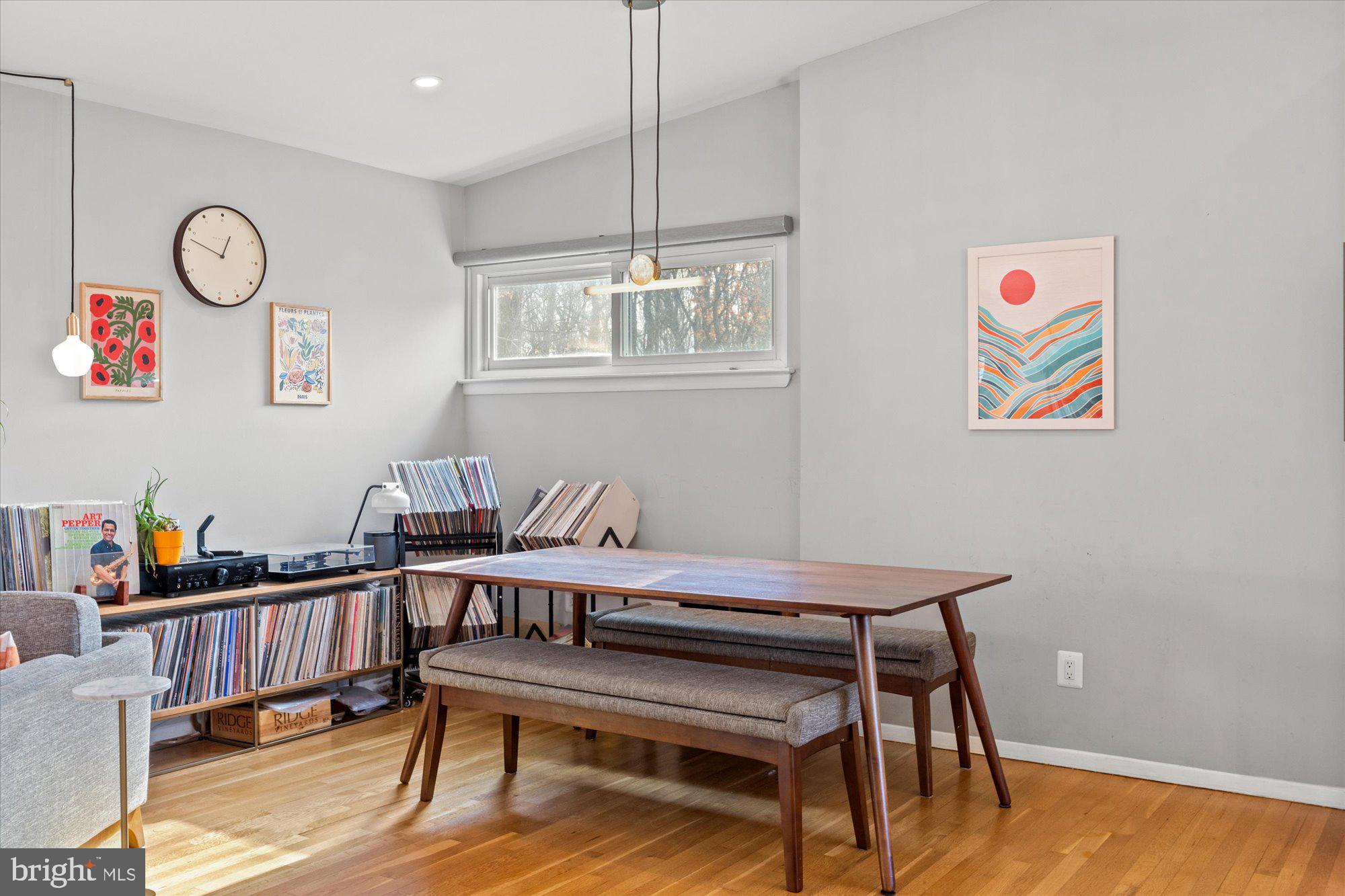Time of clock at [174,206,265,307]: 12:47
